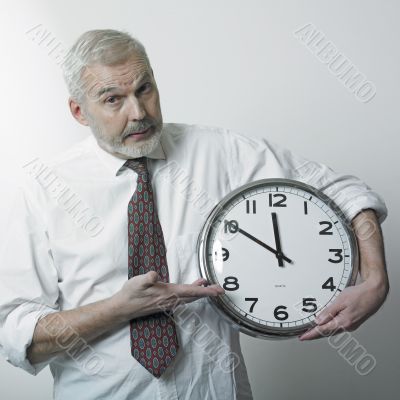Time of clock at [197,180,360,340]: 11:50
